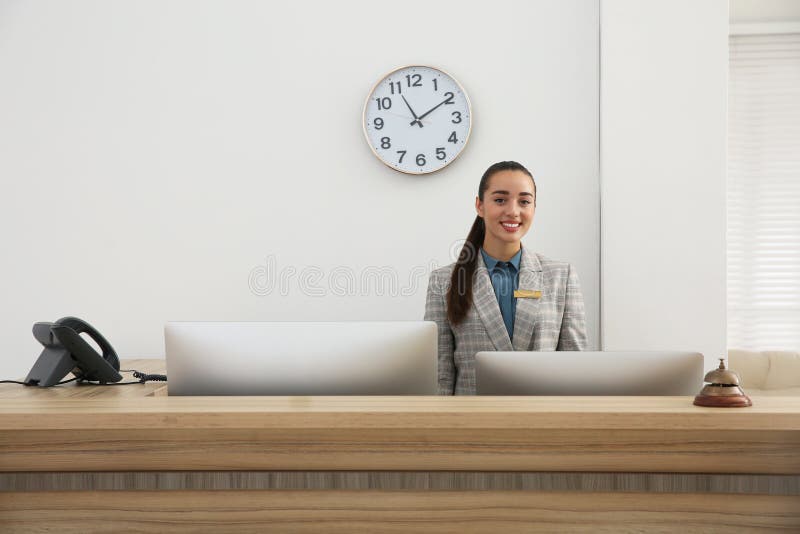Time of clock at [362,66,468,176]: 11:09
